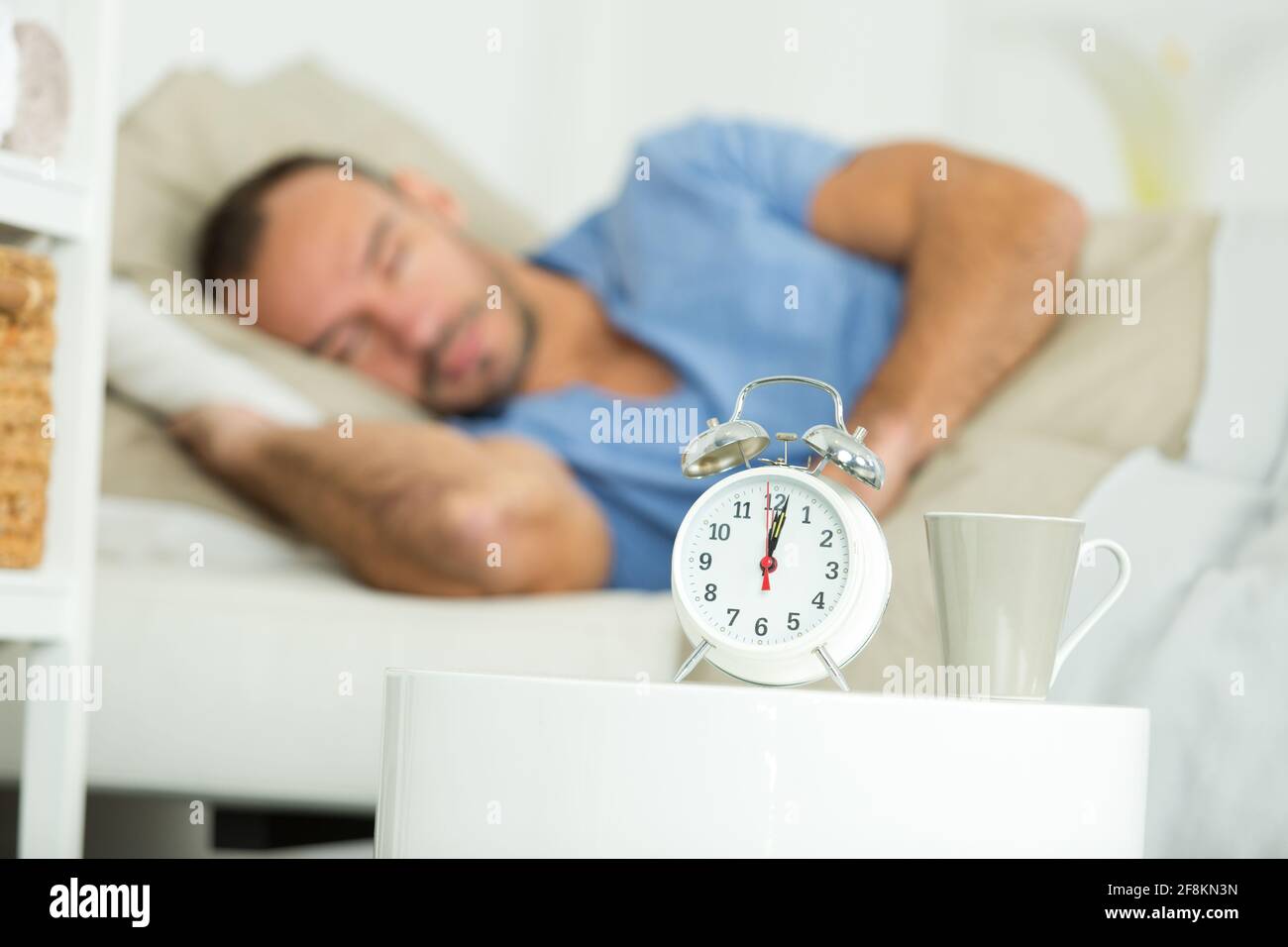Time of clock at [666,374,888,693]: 12:01
